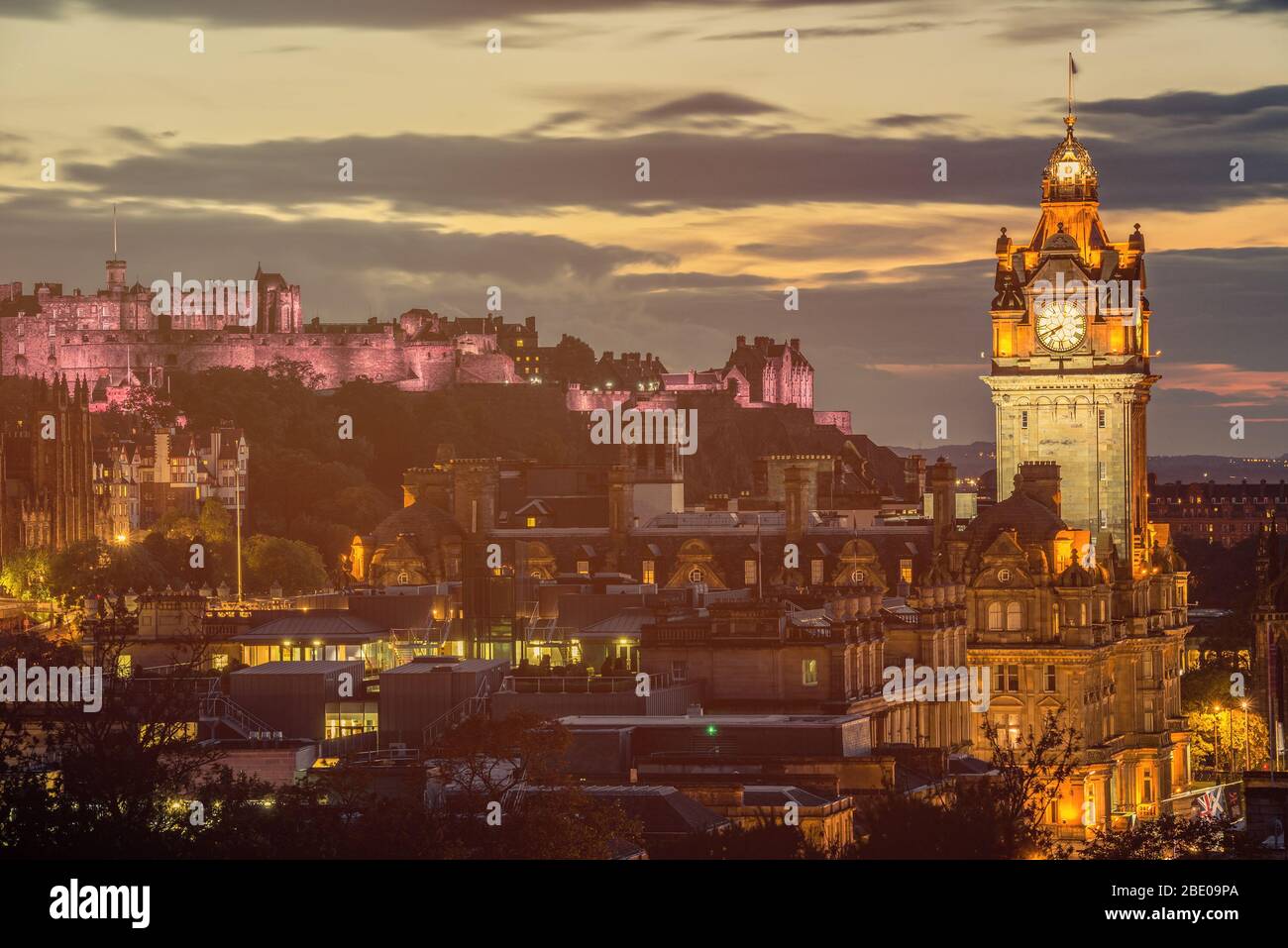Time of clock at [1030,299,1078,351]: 7:41
